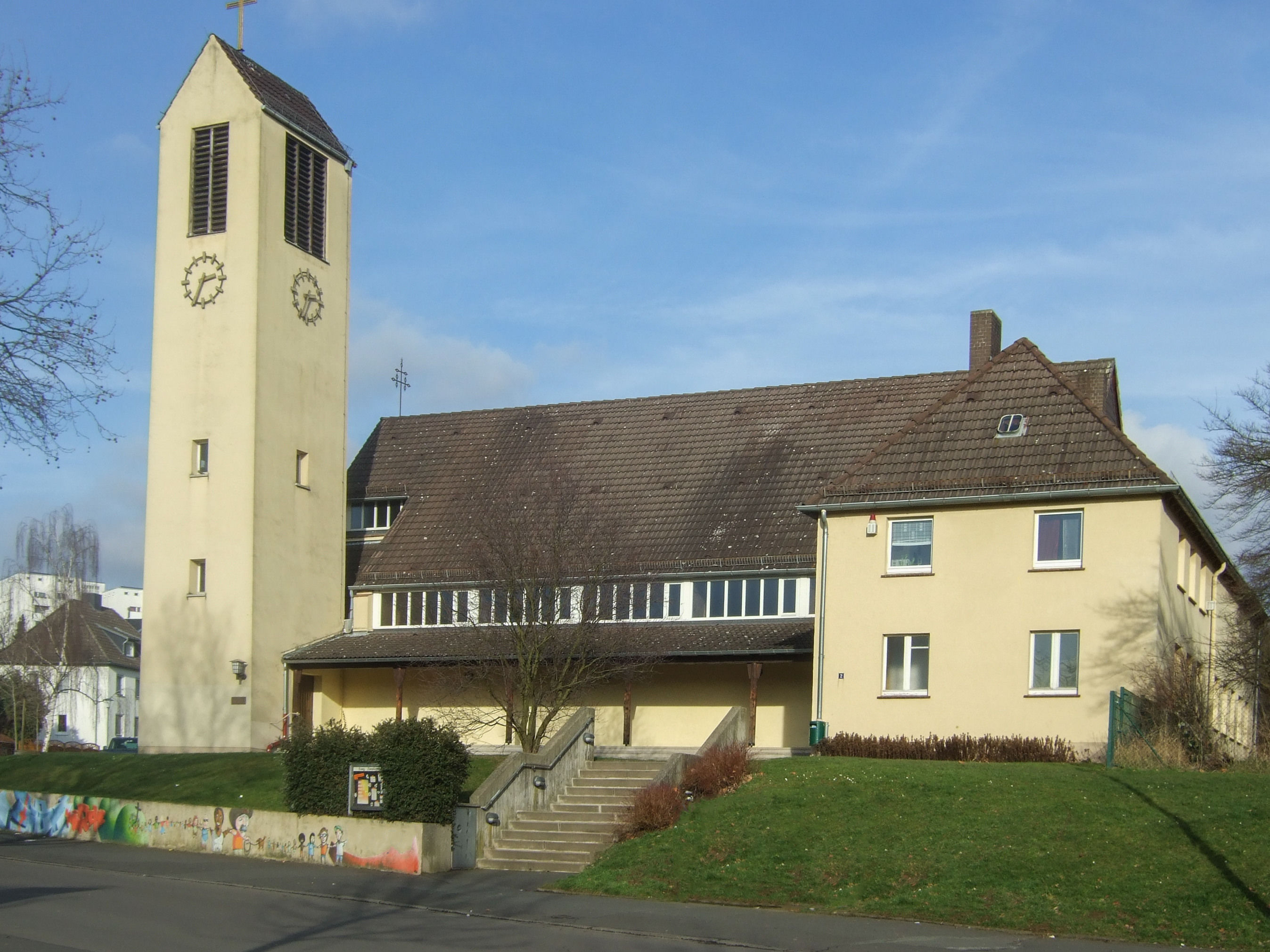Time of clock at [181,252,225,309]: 2:34
